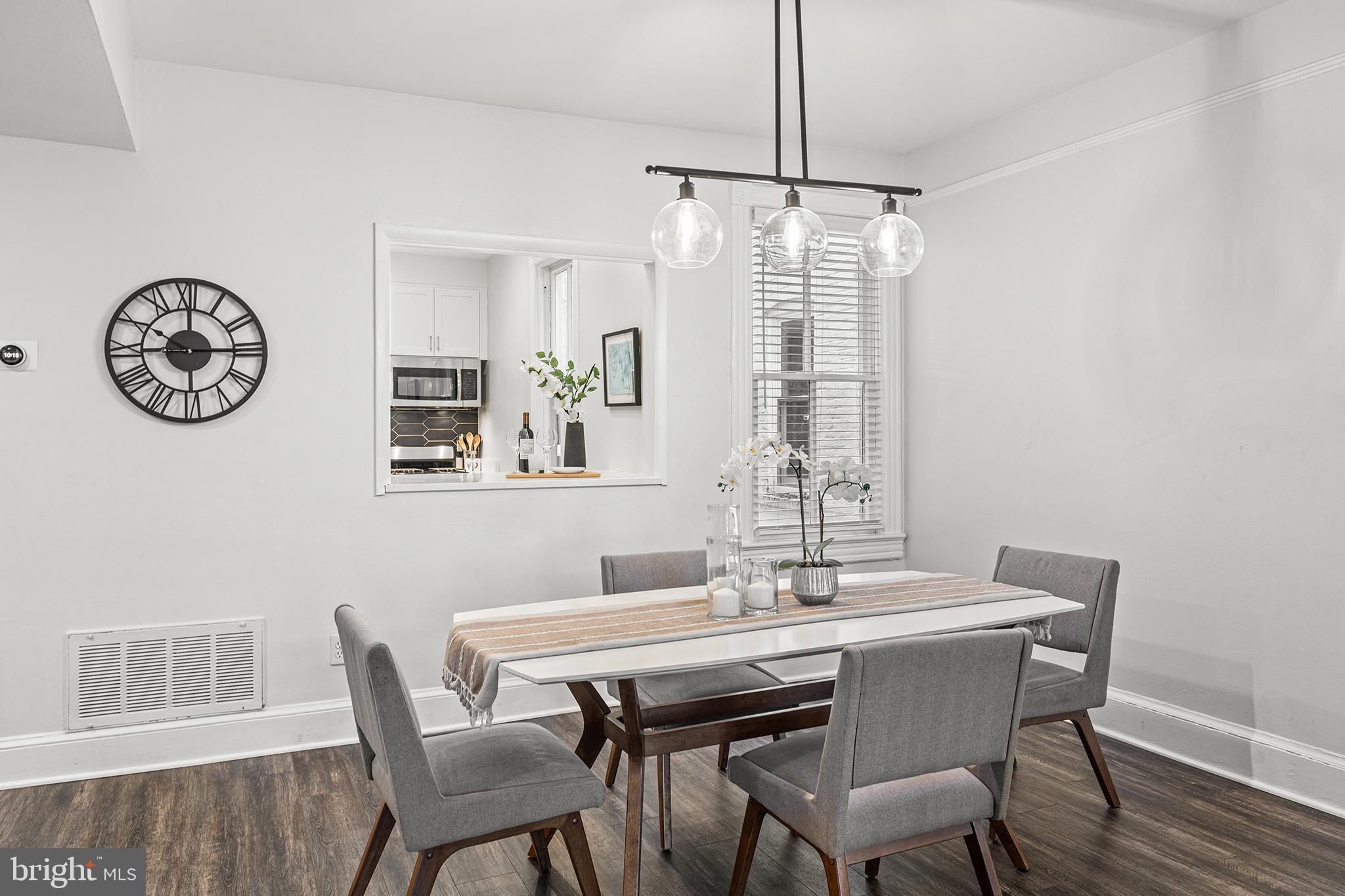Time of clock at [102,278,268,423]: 10:14
